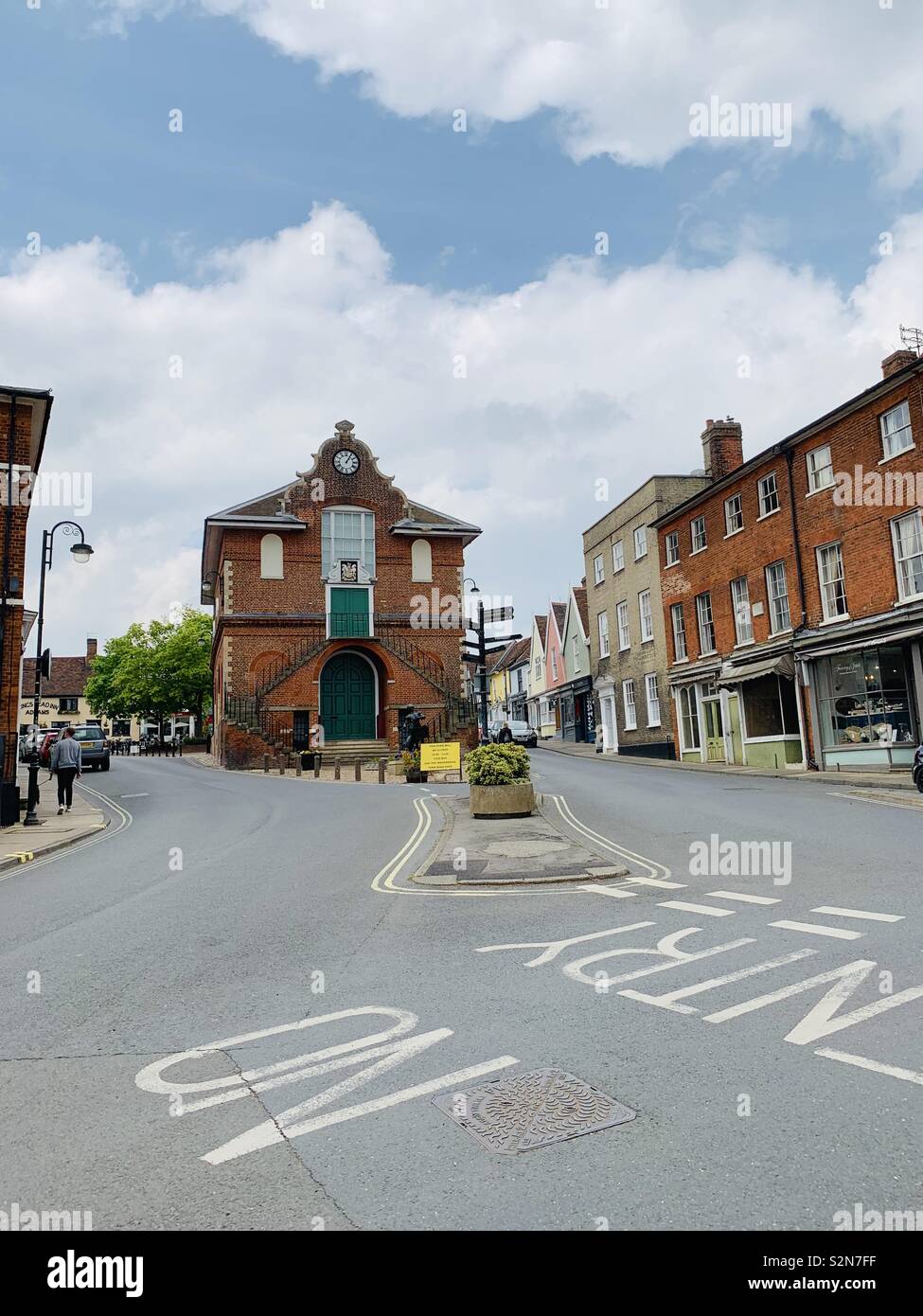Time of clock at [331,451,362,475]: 1:05
